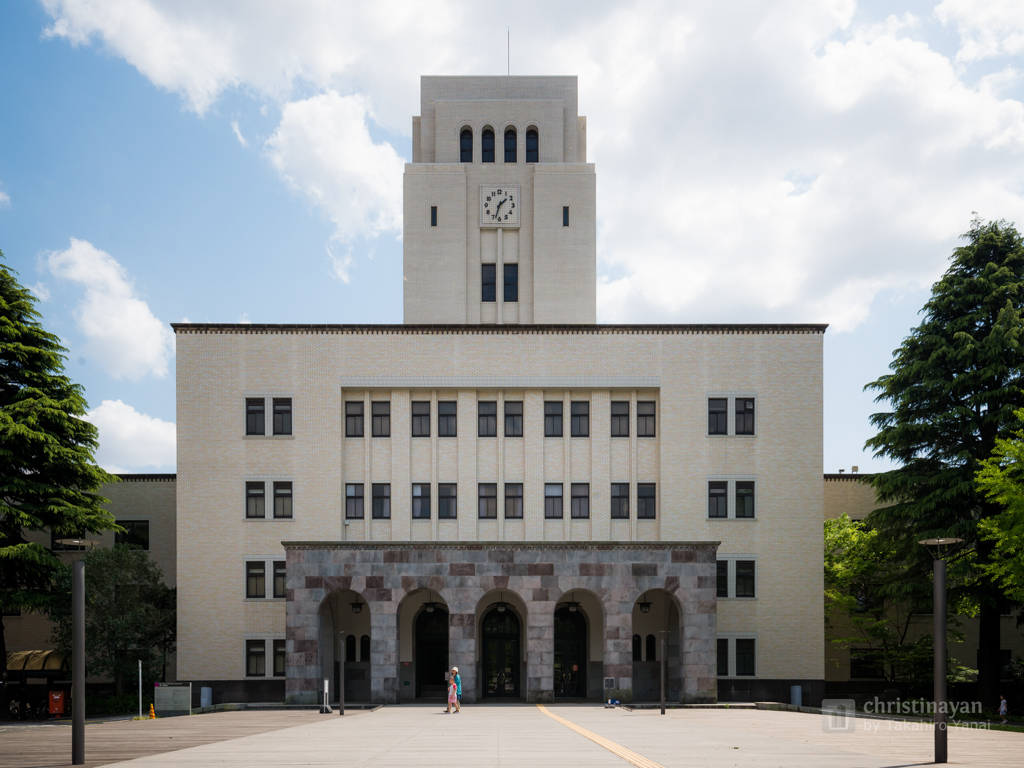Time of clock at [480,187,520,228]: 1:33
